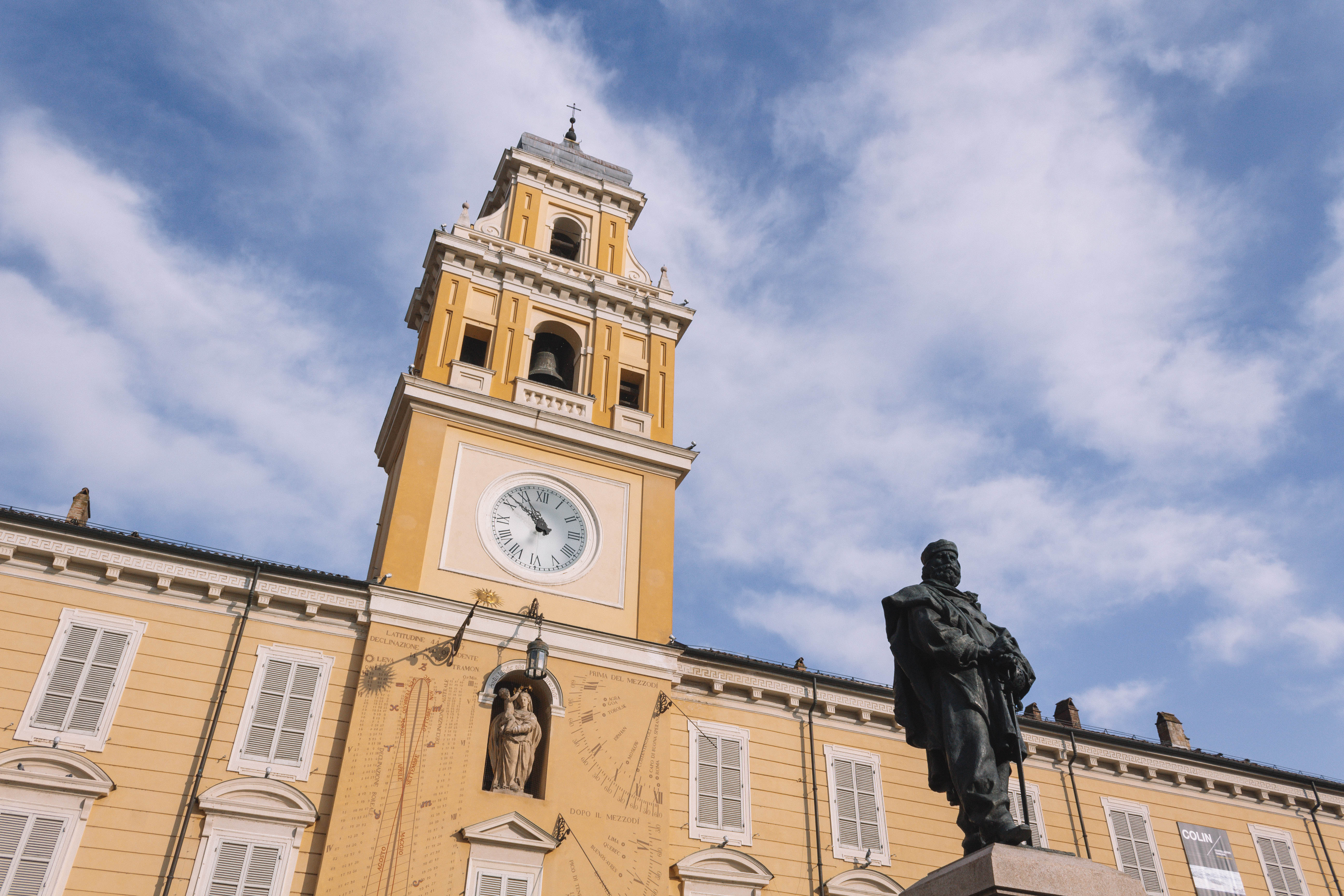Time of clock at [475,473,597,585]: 10:51
